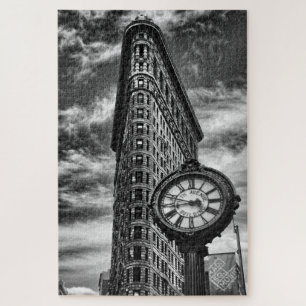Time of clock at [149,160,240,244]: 8:47
